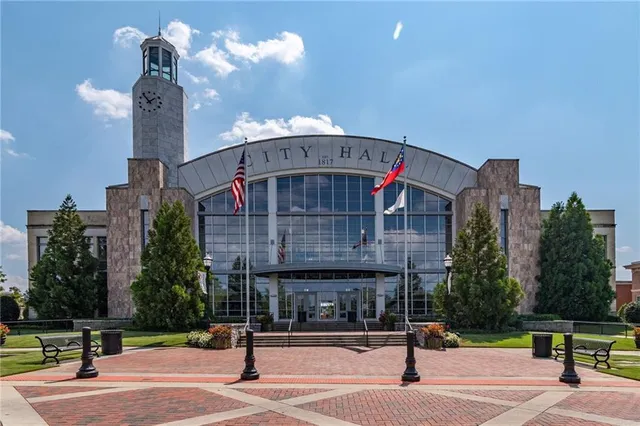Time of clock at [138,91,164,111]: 1:53
